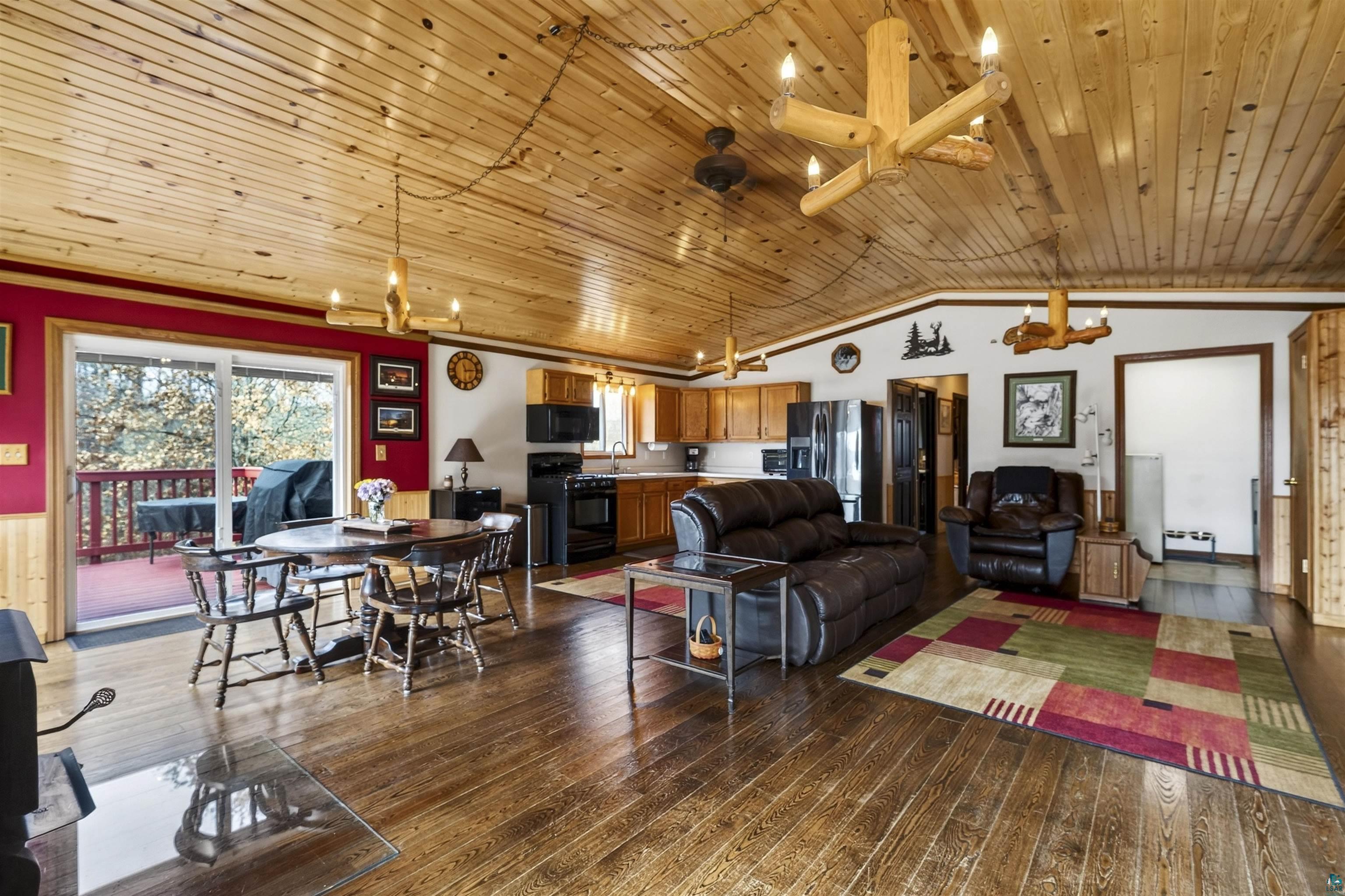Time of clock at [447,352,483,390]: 11:14
